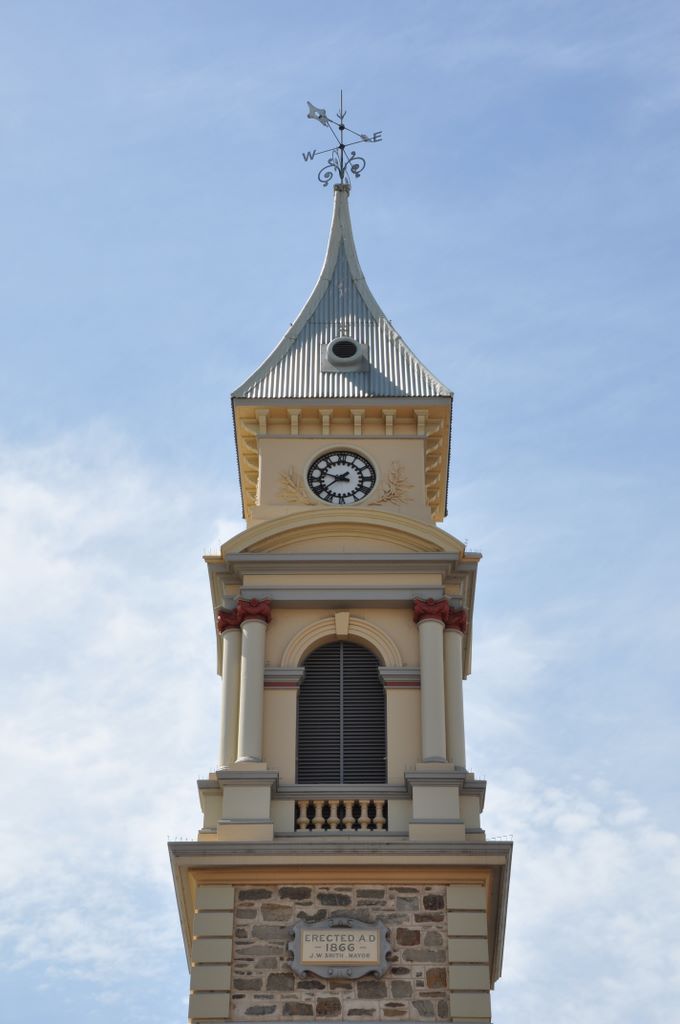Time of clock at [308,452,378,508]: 9:38
